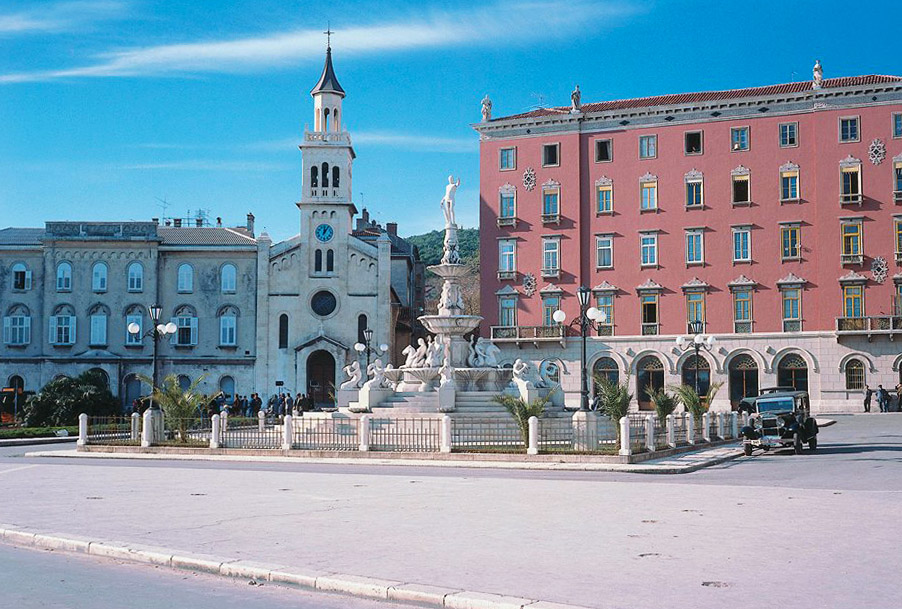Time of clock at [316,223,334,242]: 12:05
